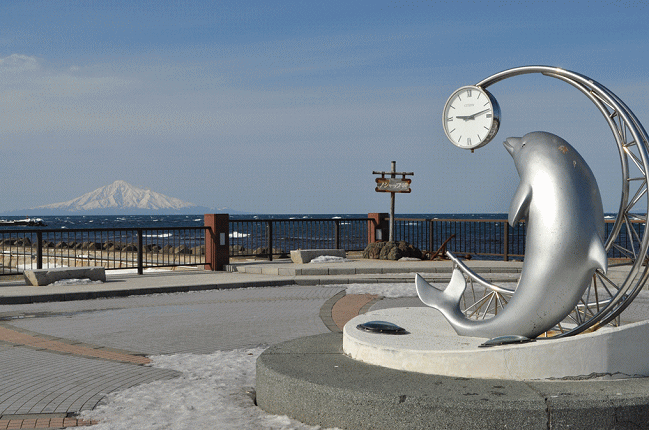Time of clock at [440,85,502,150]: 9:12
